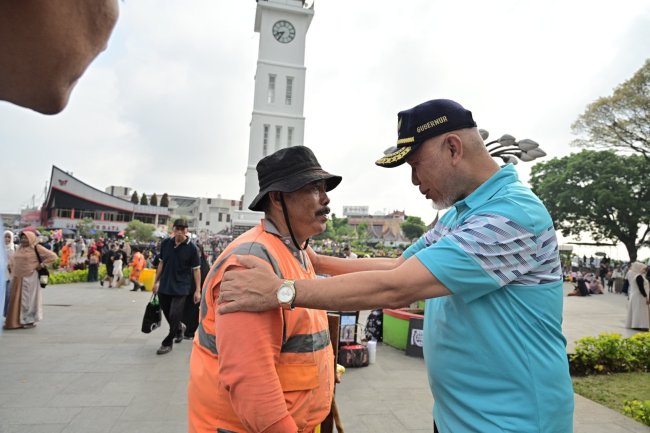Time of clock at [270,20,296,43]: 8:35
